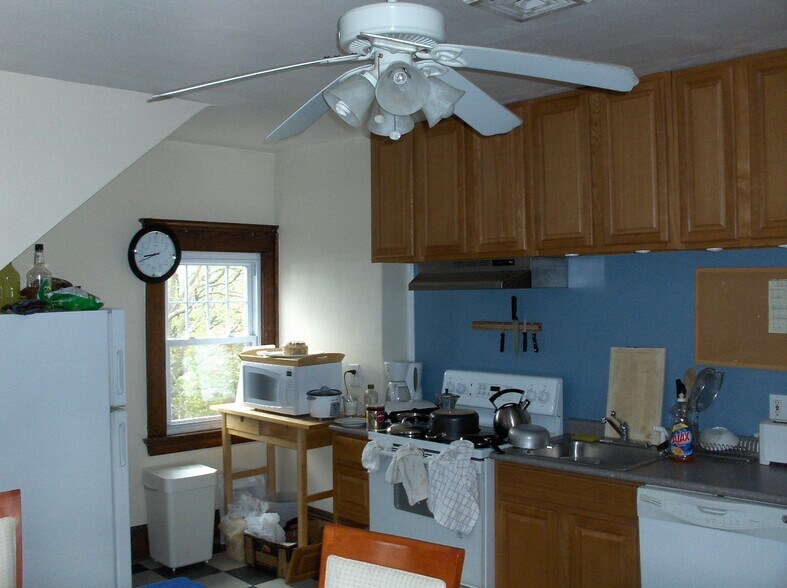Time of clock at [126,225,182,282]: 8:41
